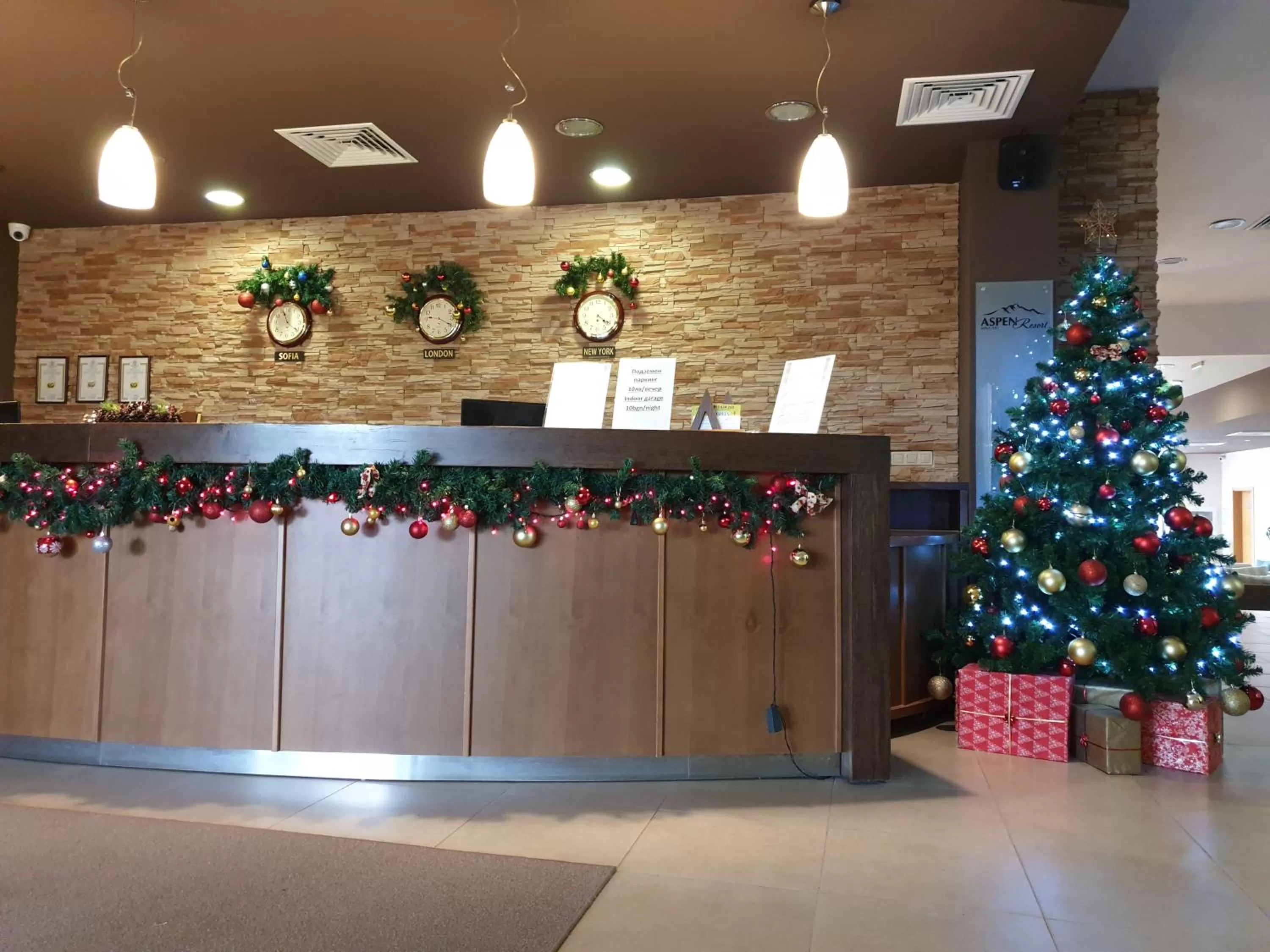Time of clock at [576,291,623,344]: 4:20
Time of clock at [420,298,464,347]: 9:19
